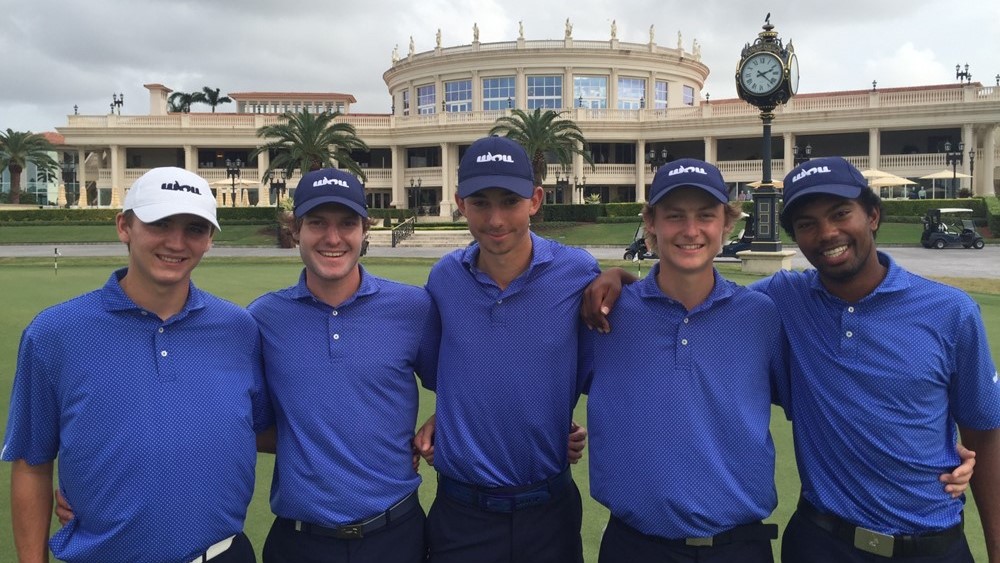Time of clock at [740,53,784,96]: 2:21
